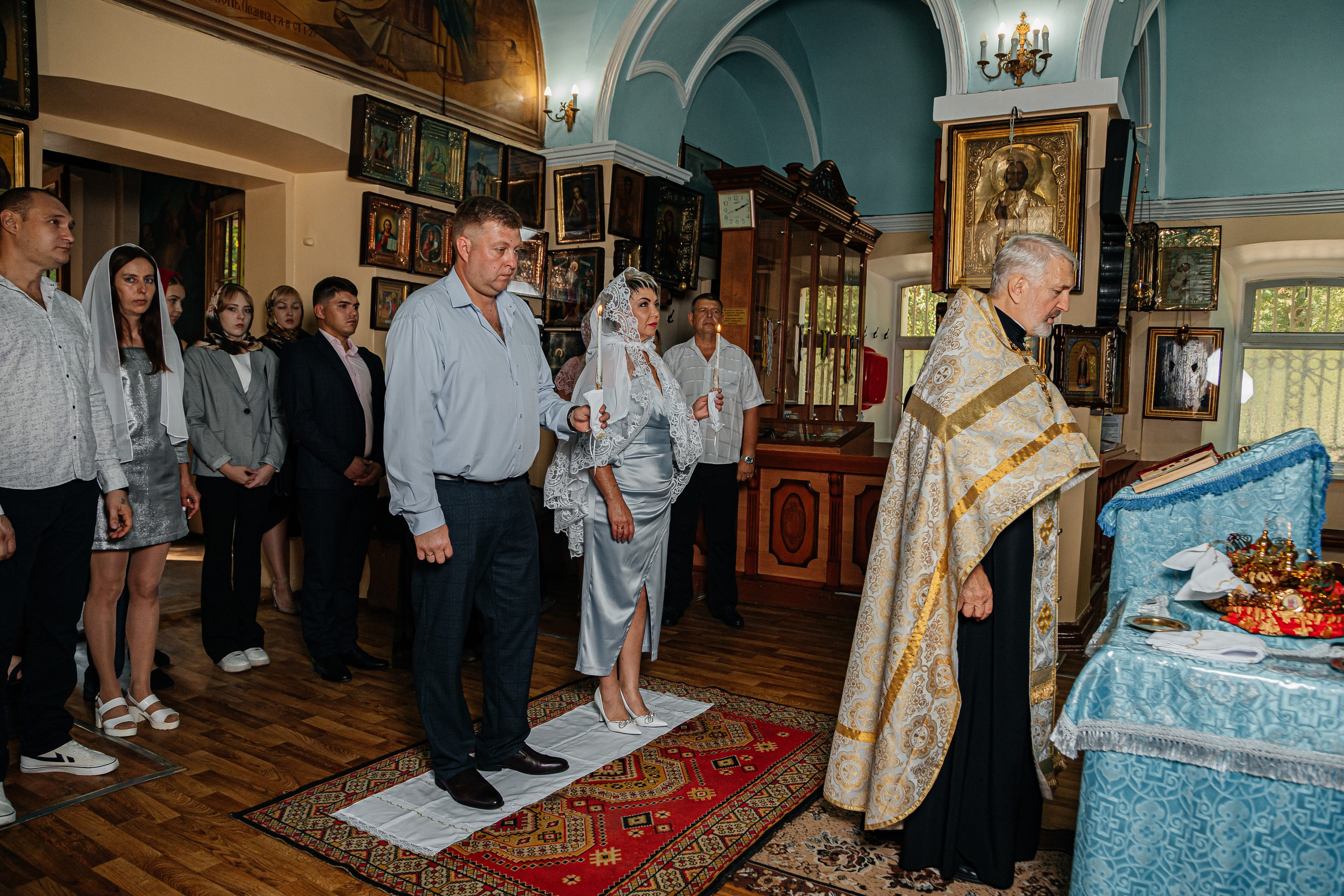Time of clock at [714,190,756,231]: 2:11
